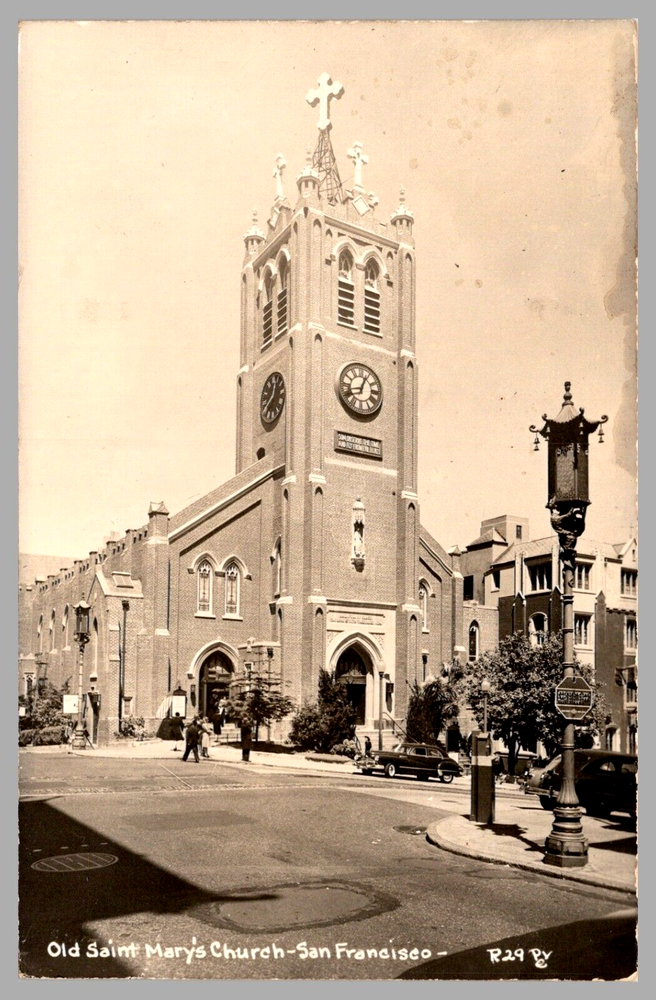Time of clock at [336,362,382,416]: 12:42
